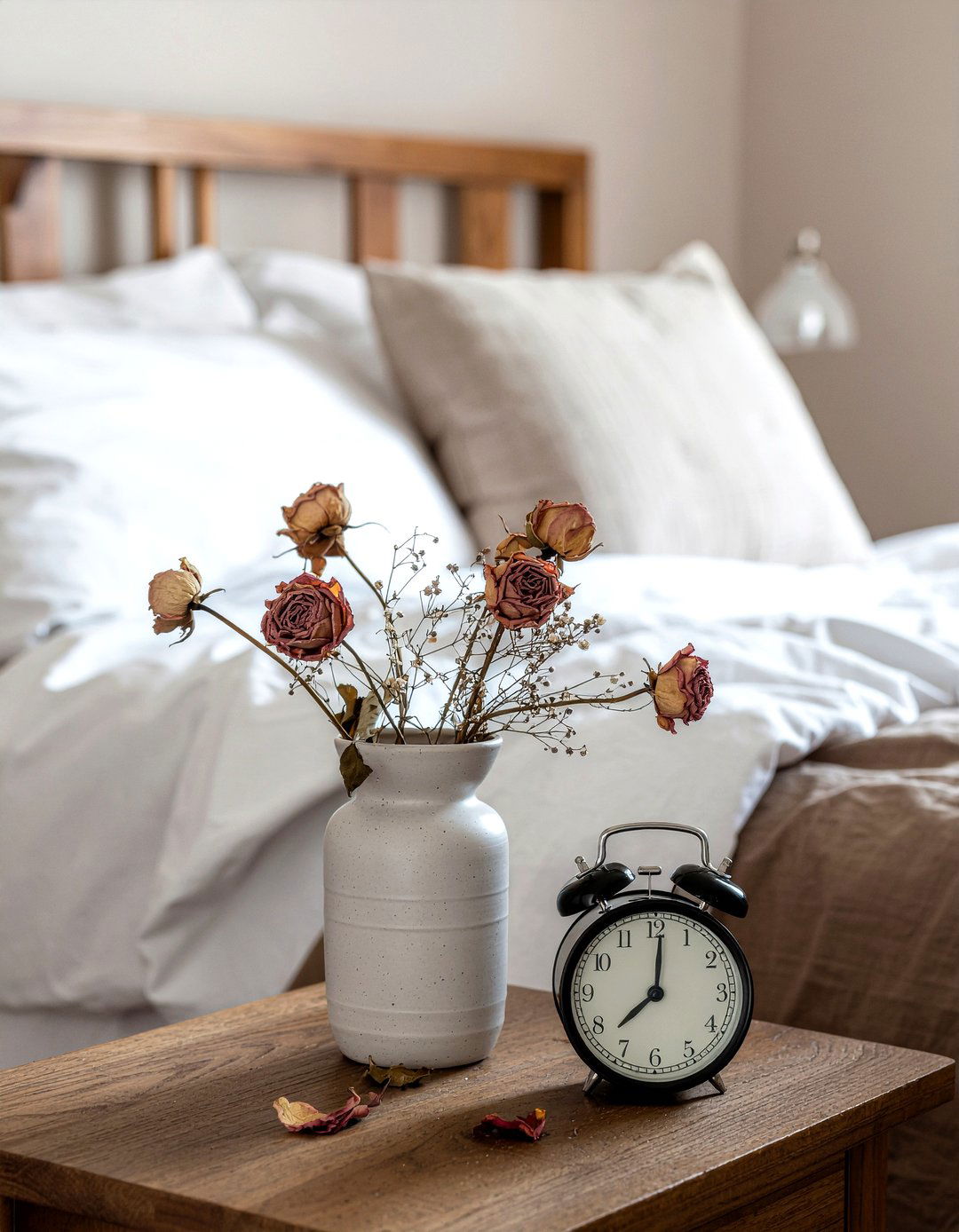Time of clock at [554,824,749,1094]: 8:01
